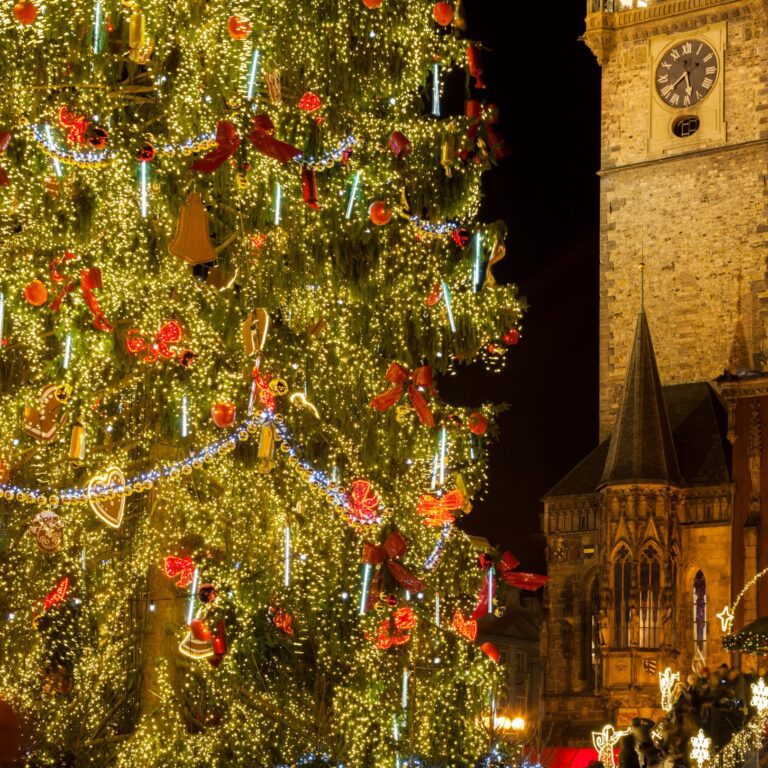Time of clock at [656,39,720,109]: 5:38
